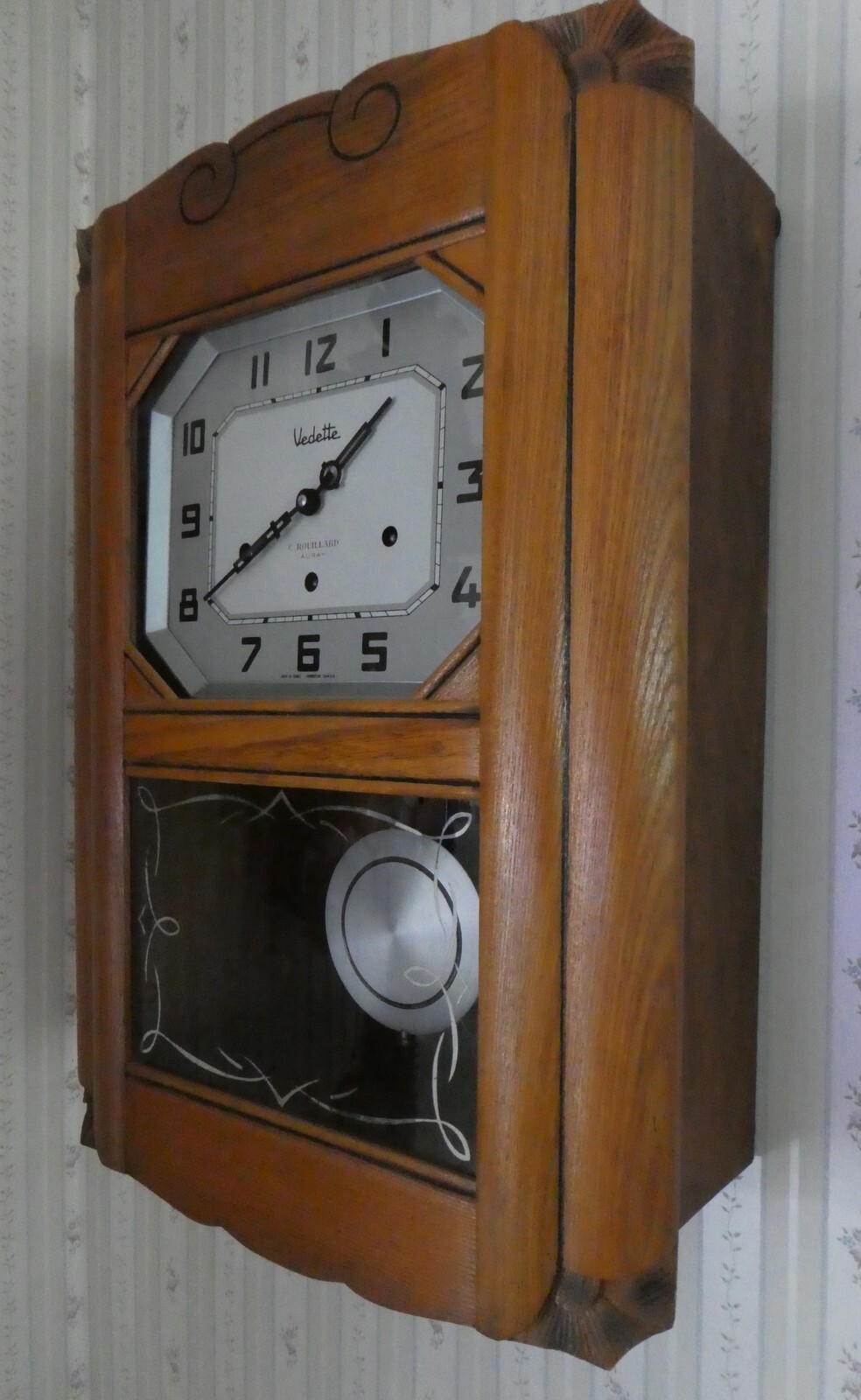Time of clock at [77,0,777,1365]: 1:40
